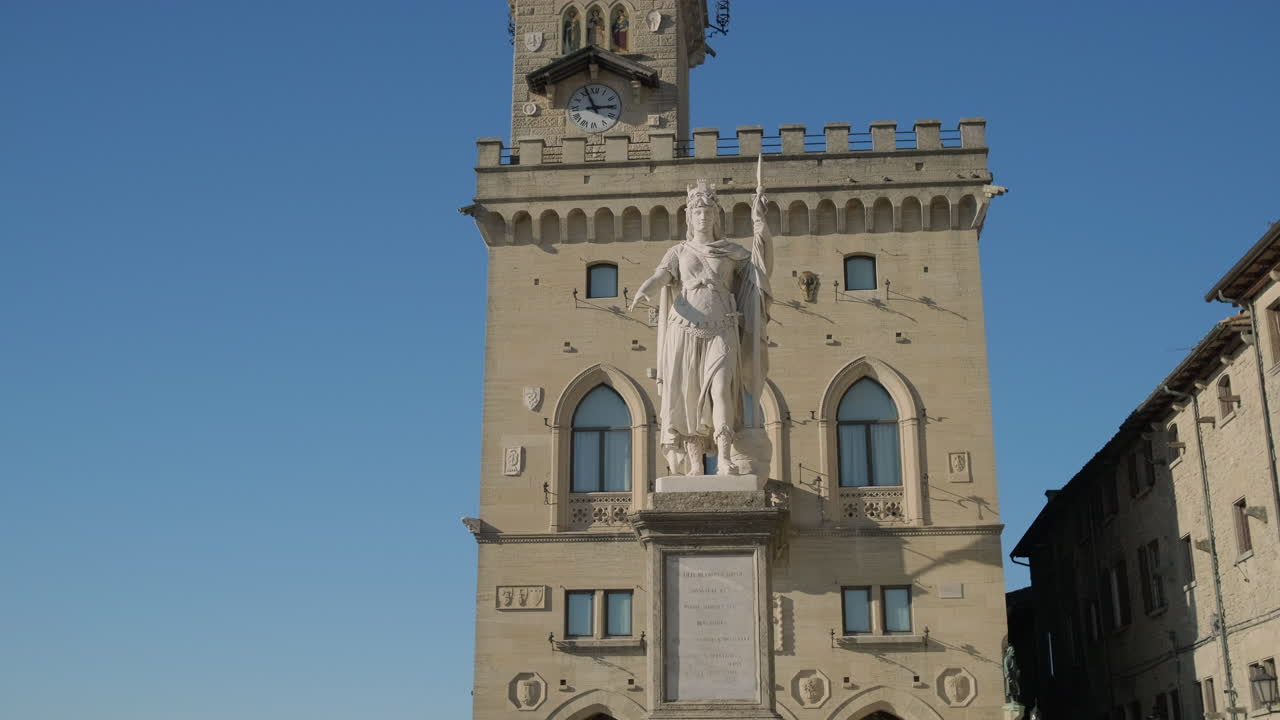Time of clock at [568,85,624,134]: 2:56
